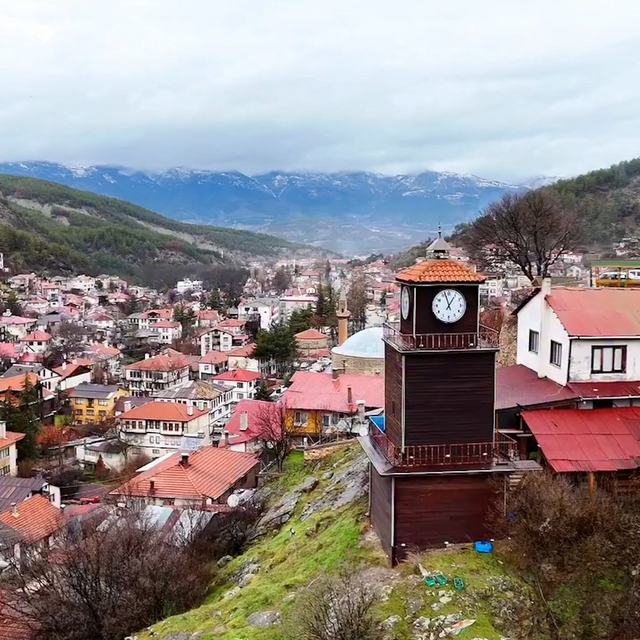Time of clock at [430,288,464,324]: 12:57
